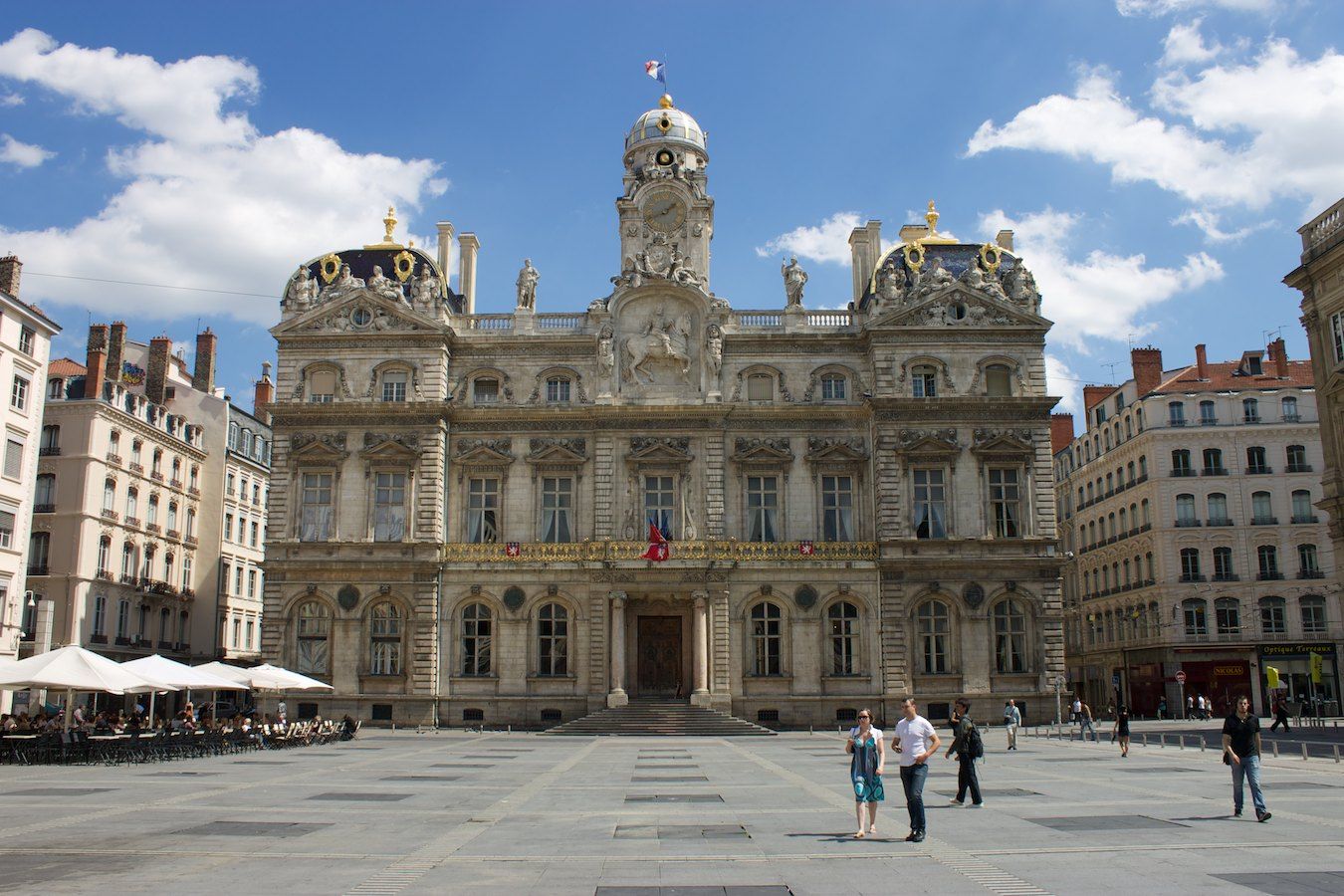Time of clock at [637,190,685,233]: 1:40
